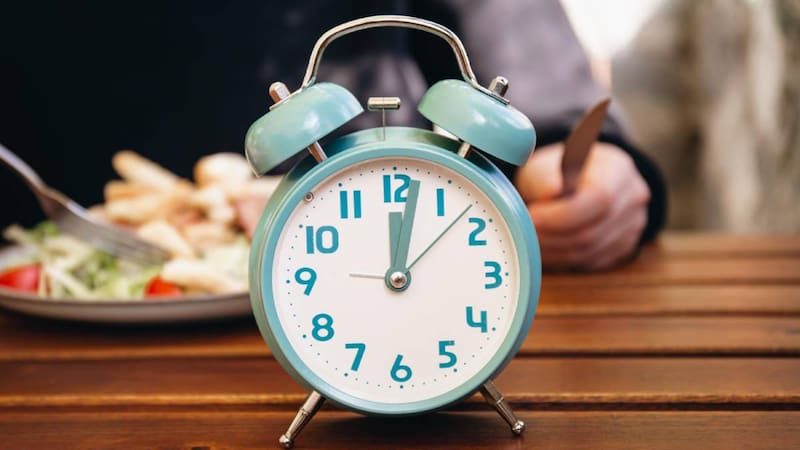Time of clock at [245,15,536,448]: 12:02
